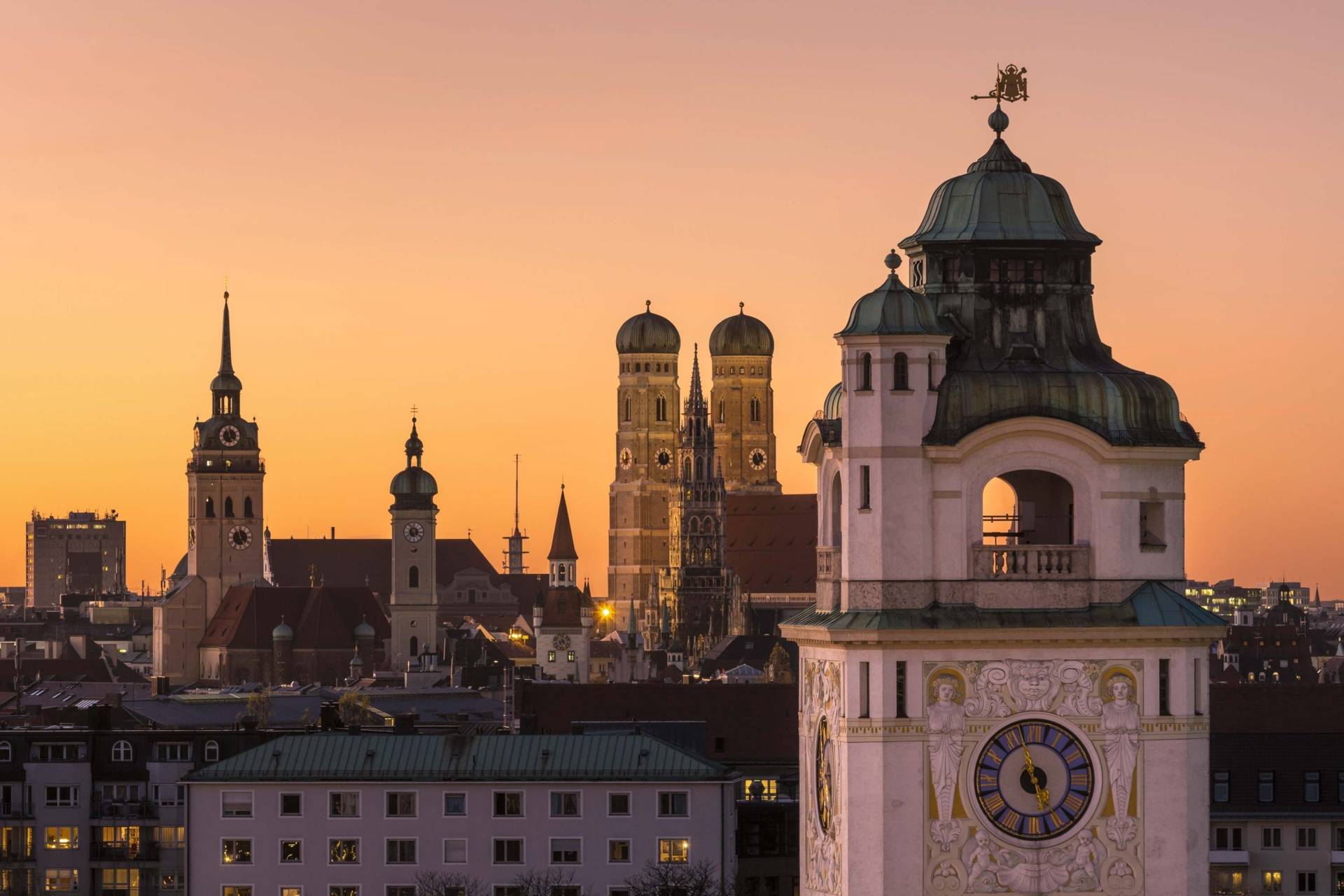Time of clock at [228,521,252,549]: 4:57
